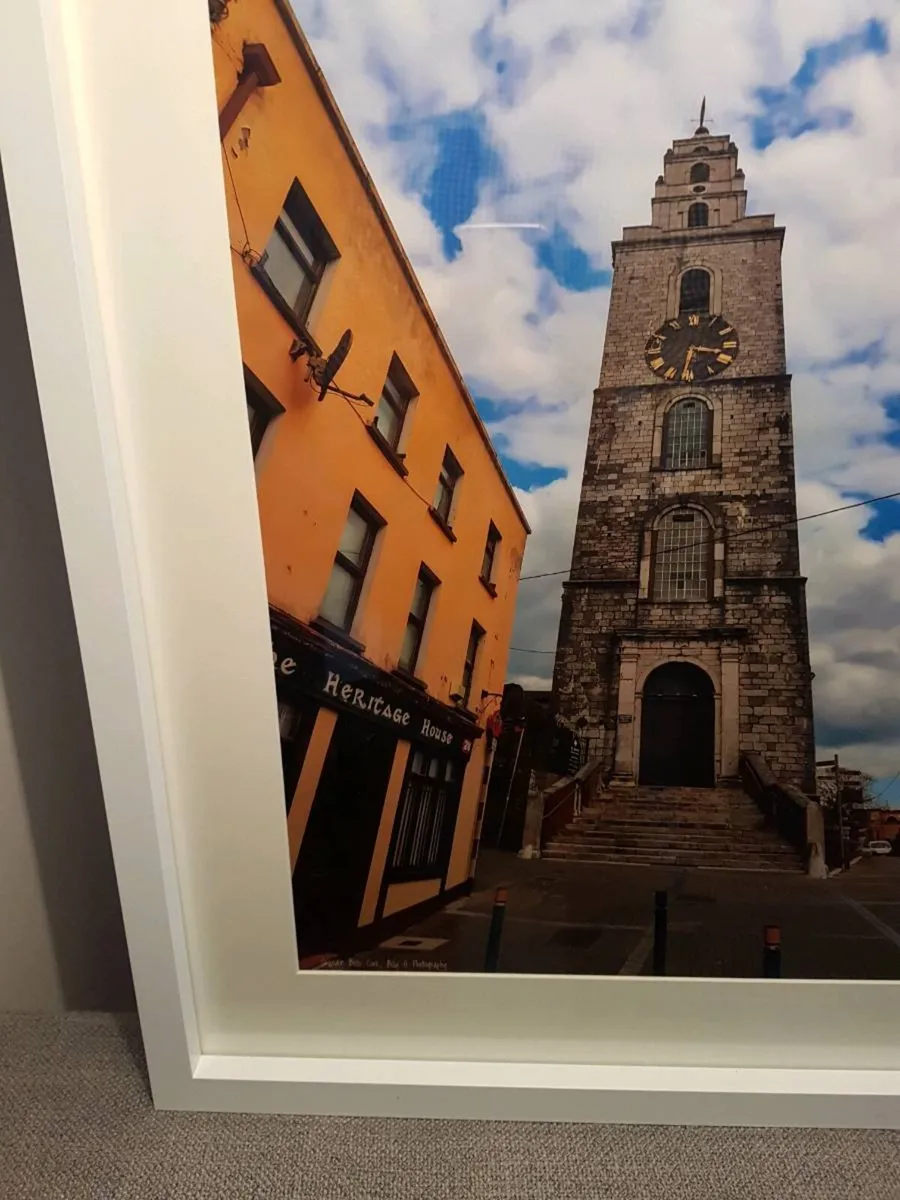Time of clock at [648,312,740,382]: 3:32
